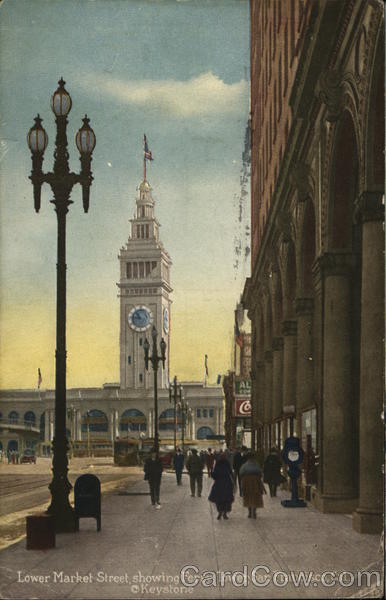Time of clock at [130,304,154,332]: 10:45
